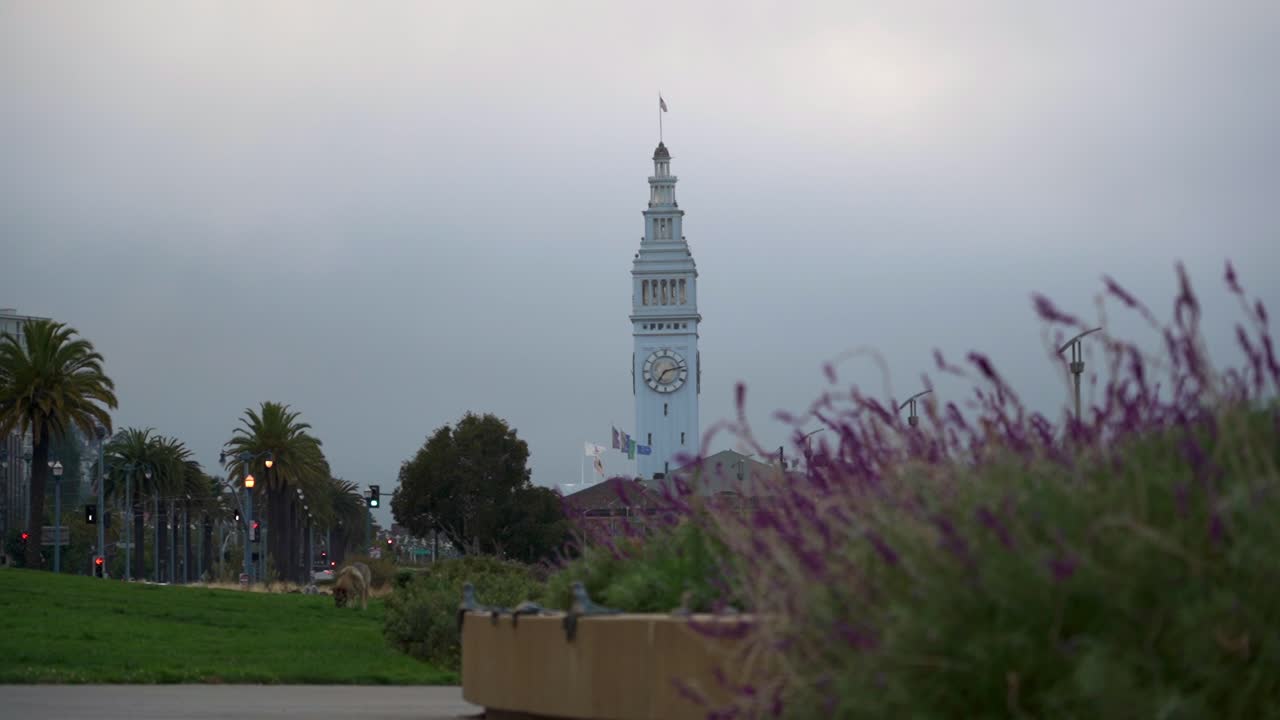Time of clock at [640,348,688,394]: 7:13
